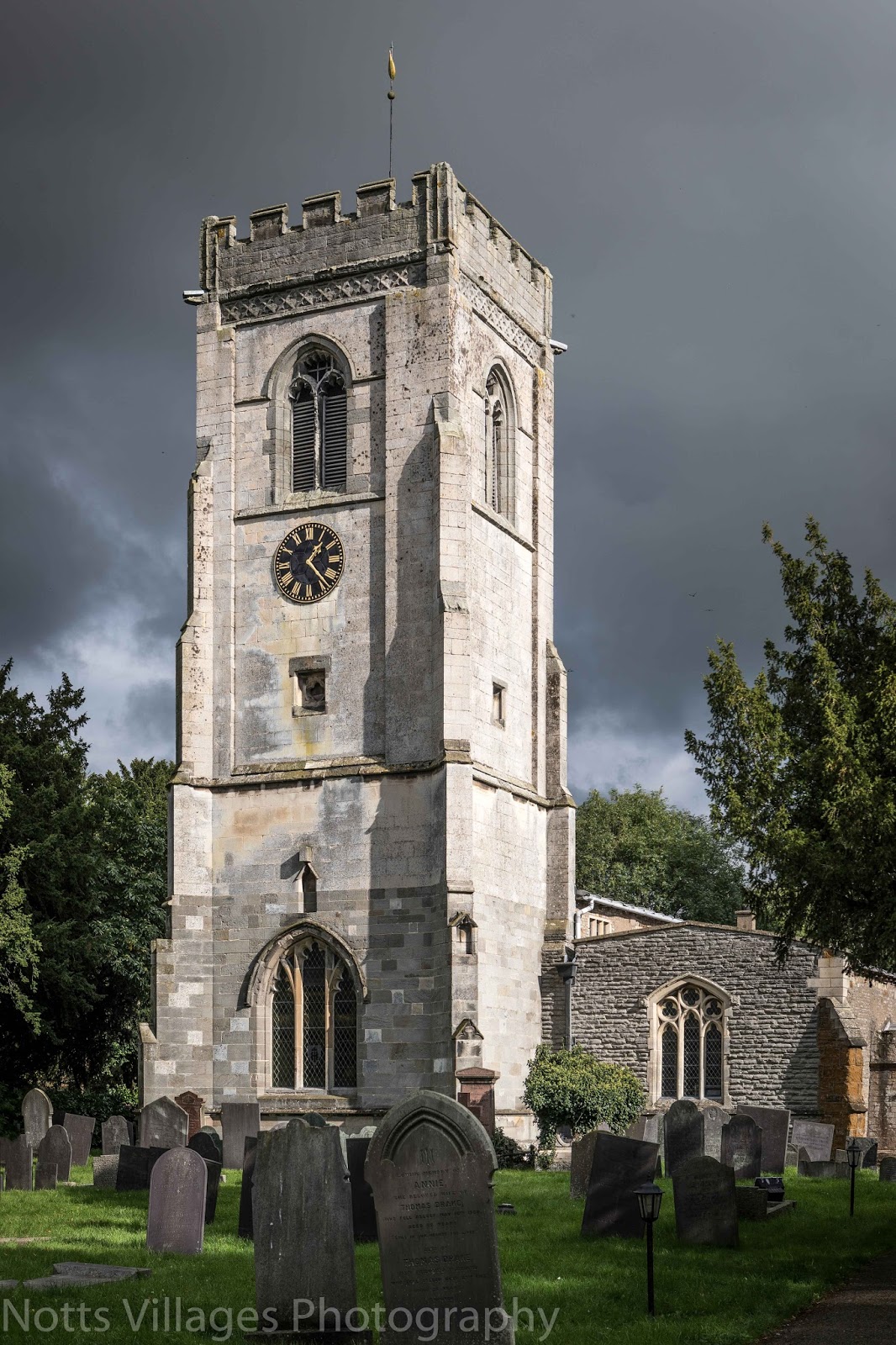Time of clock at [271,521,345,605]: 1:23
